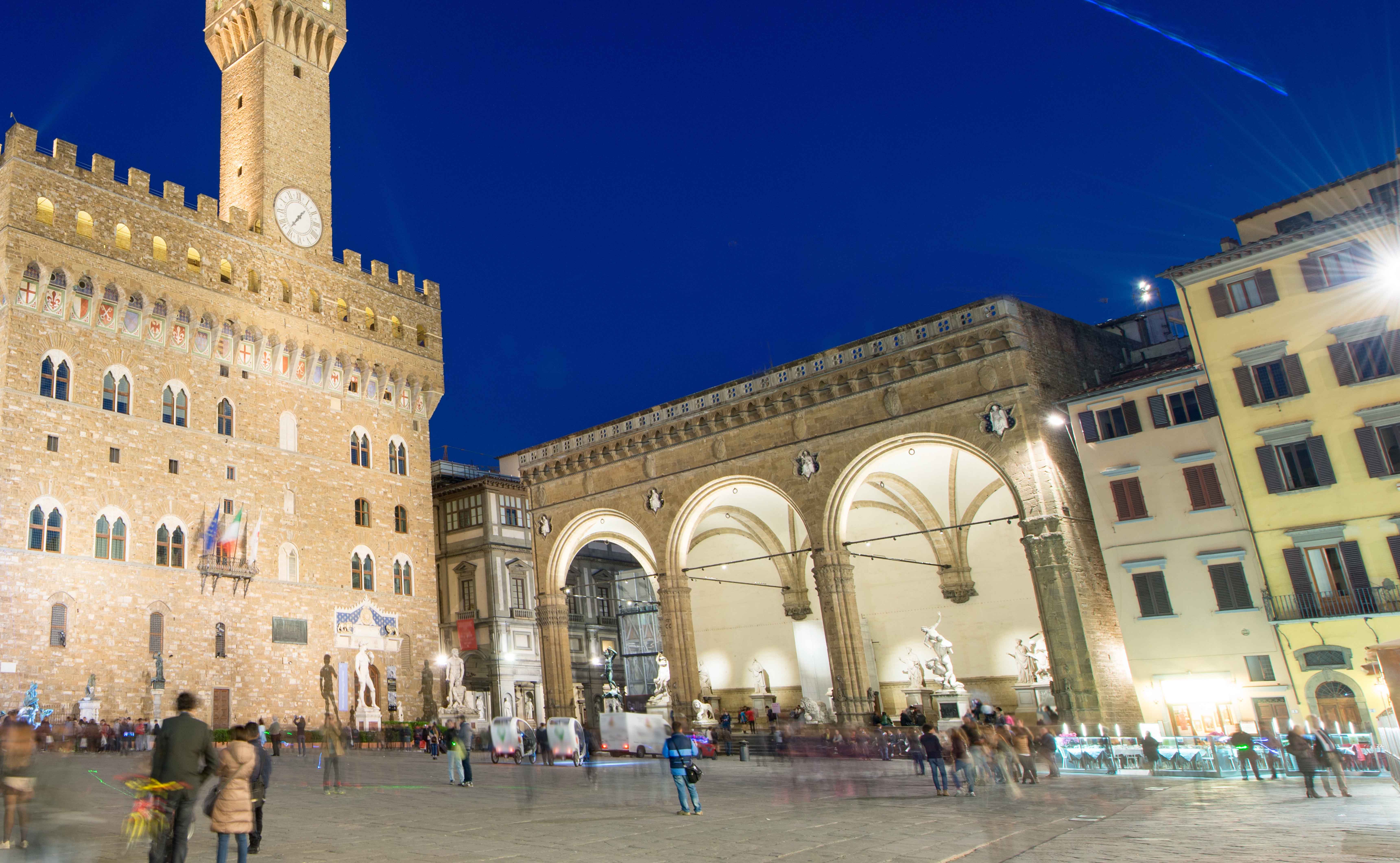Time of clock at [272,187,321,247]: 1:36
